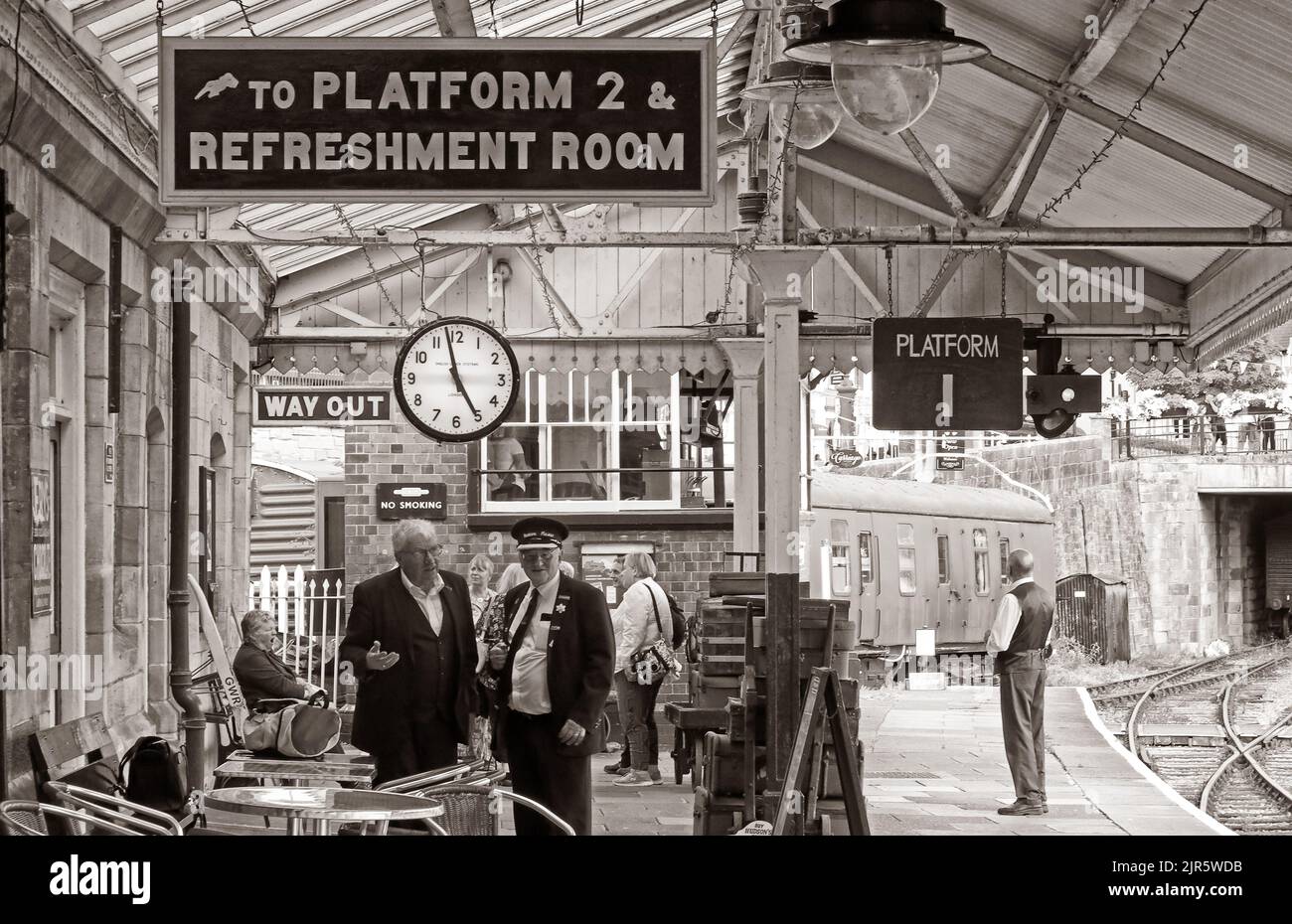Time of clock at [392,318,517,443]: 4:57
